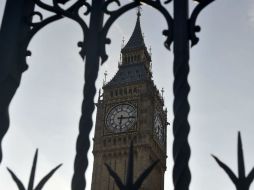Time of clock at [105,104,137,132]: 6:15
